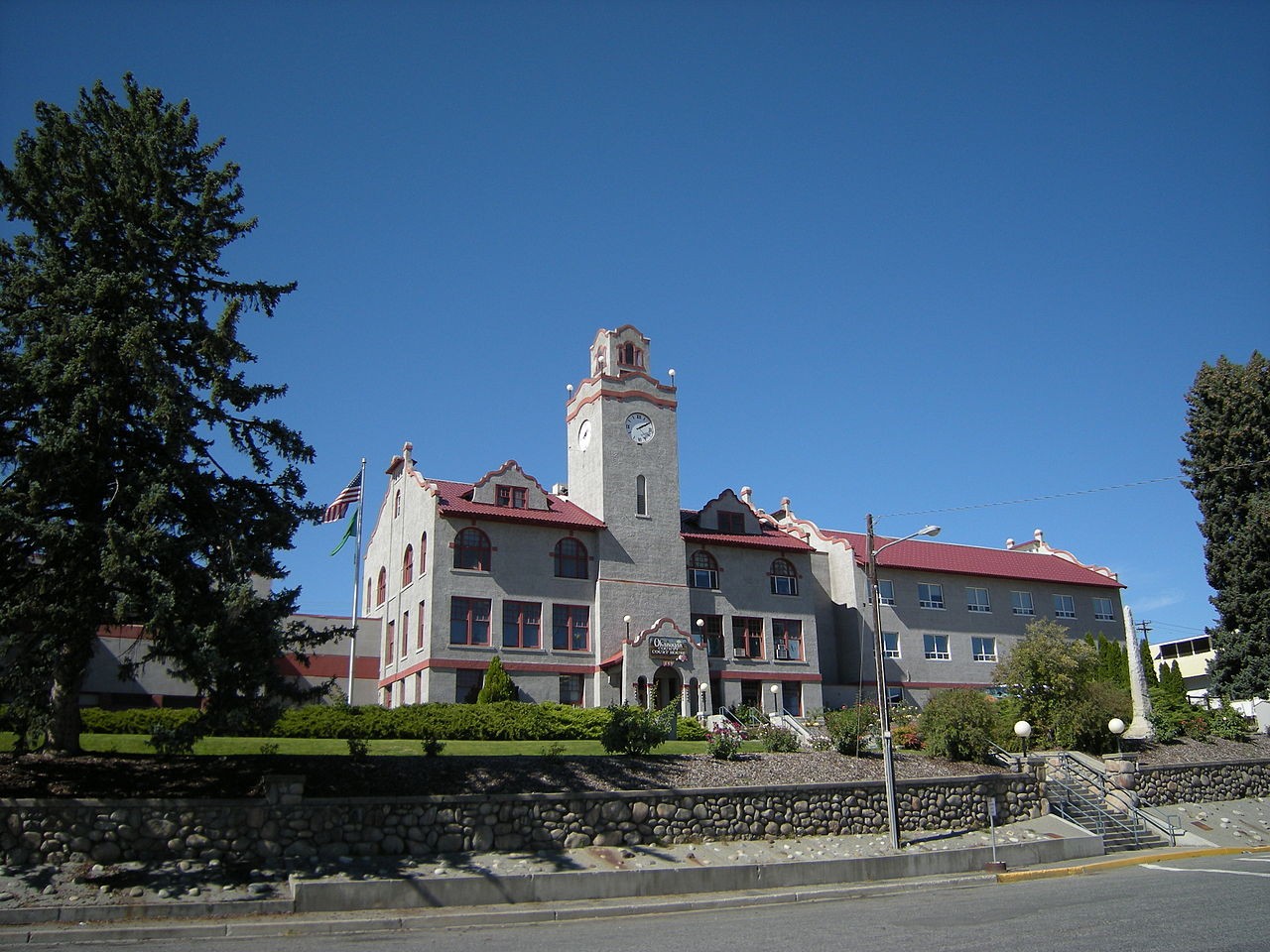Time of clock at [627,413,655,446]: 2:10
